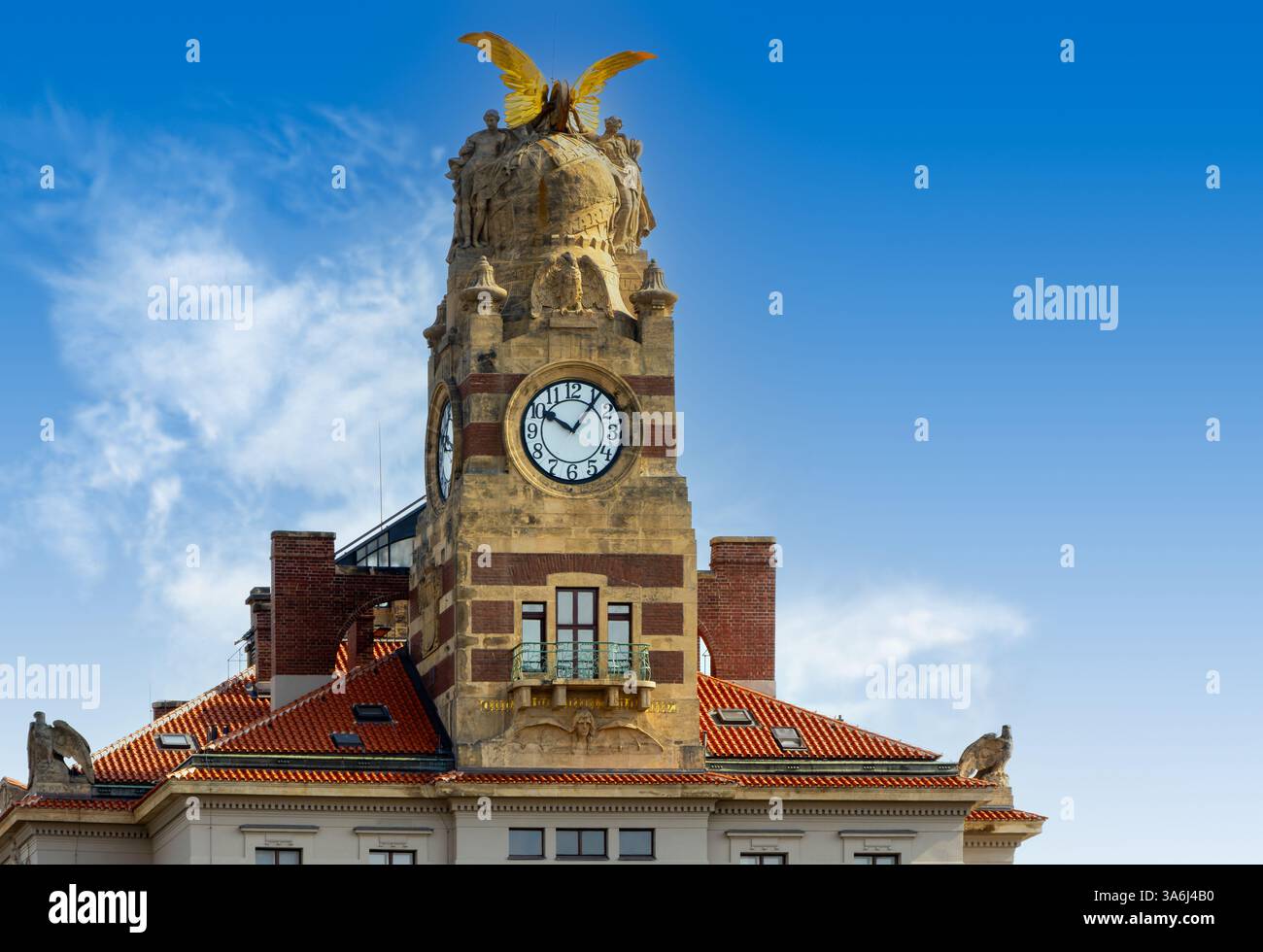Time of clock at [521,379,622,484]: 10:06
